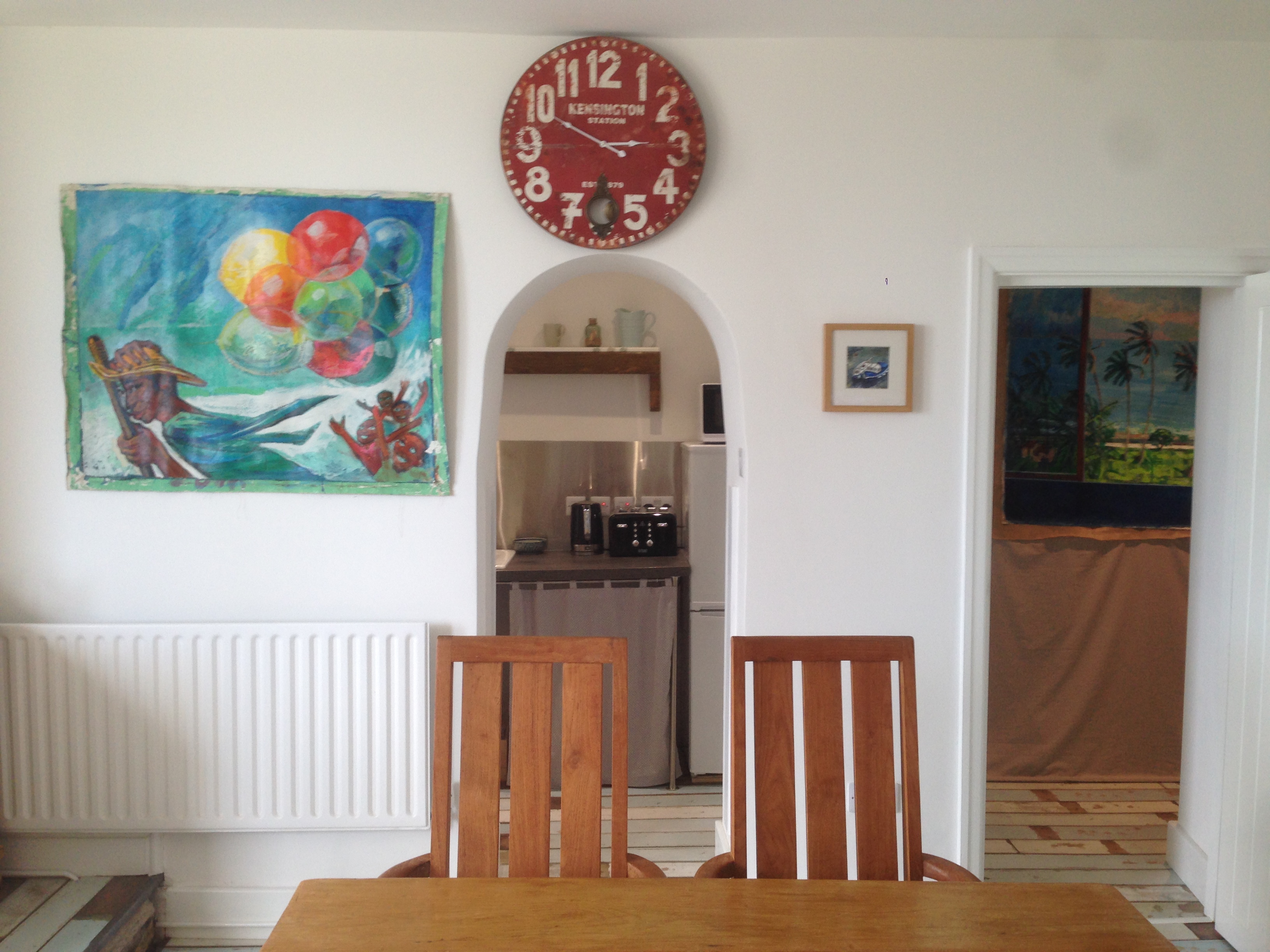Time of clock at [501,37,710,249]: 2:49
